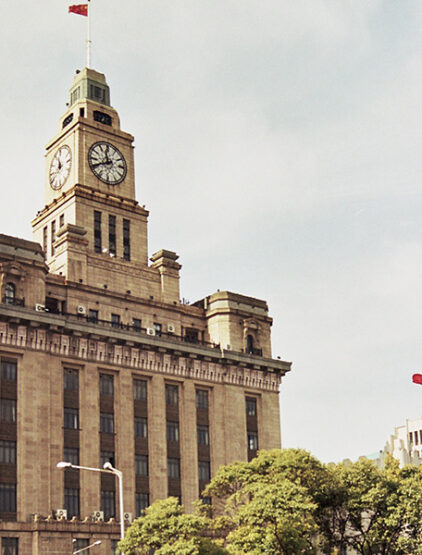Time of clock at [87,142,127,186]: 11:40
